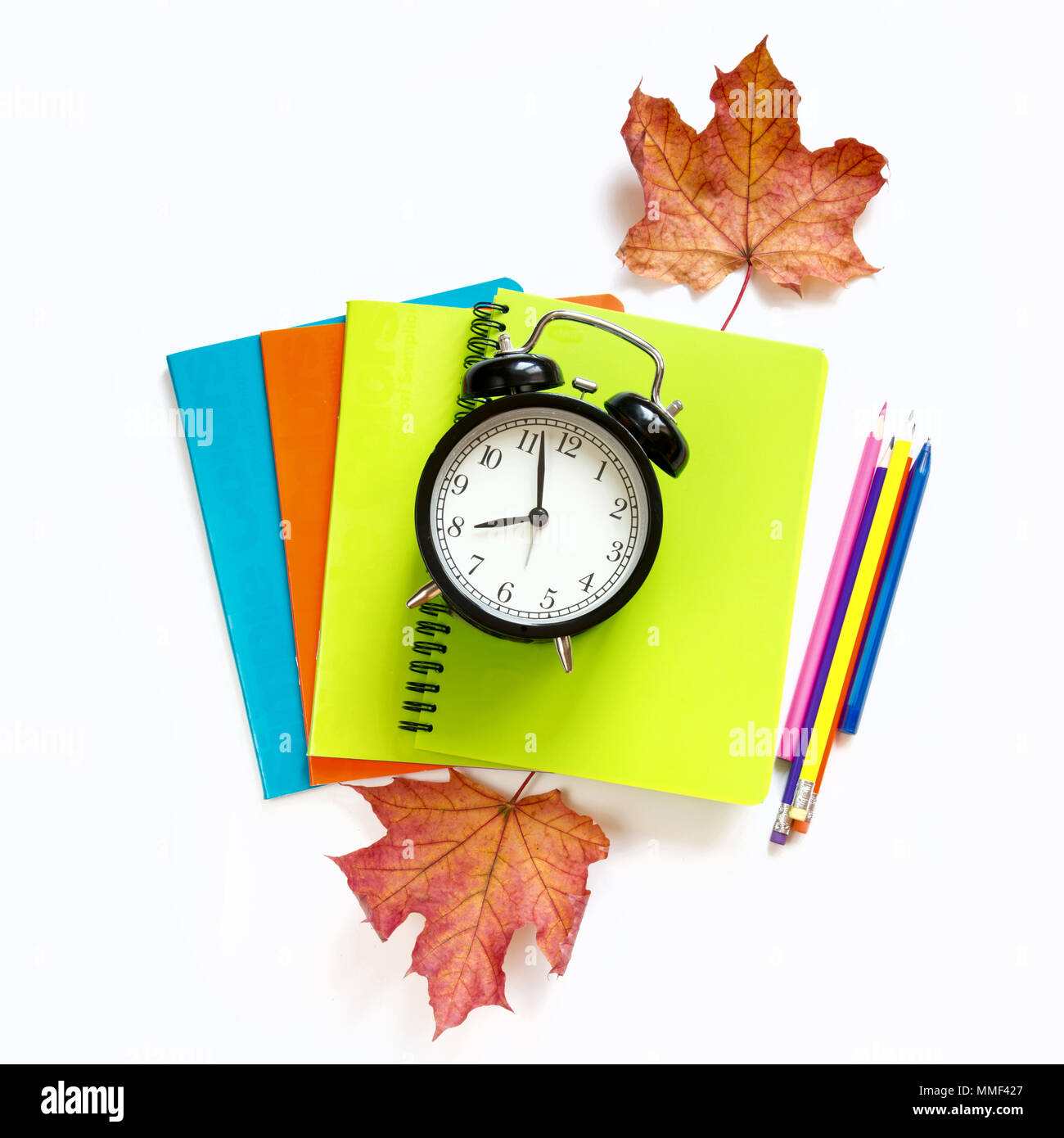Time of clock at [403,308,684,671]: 7:57
